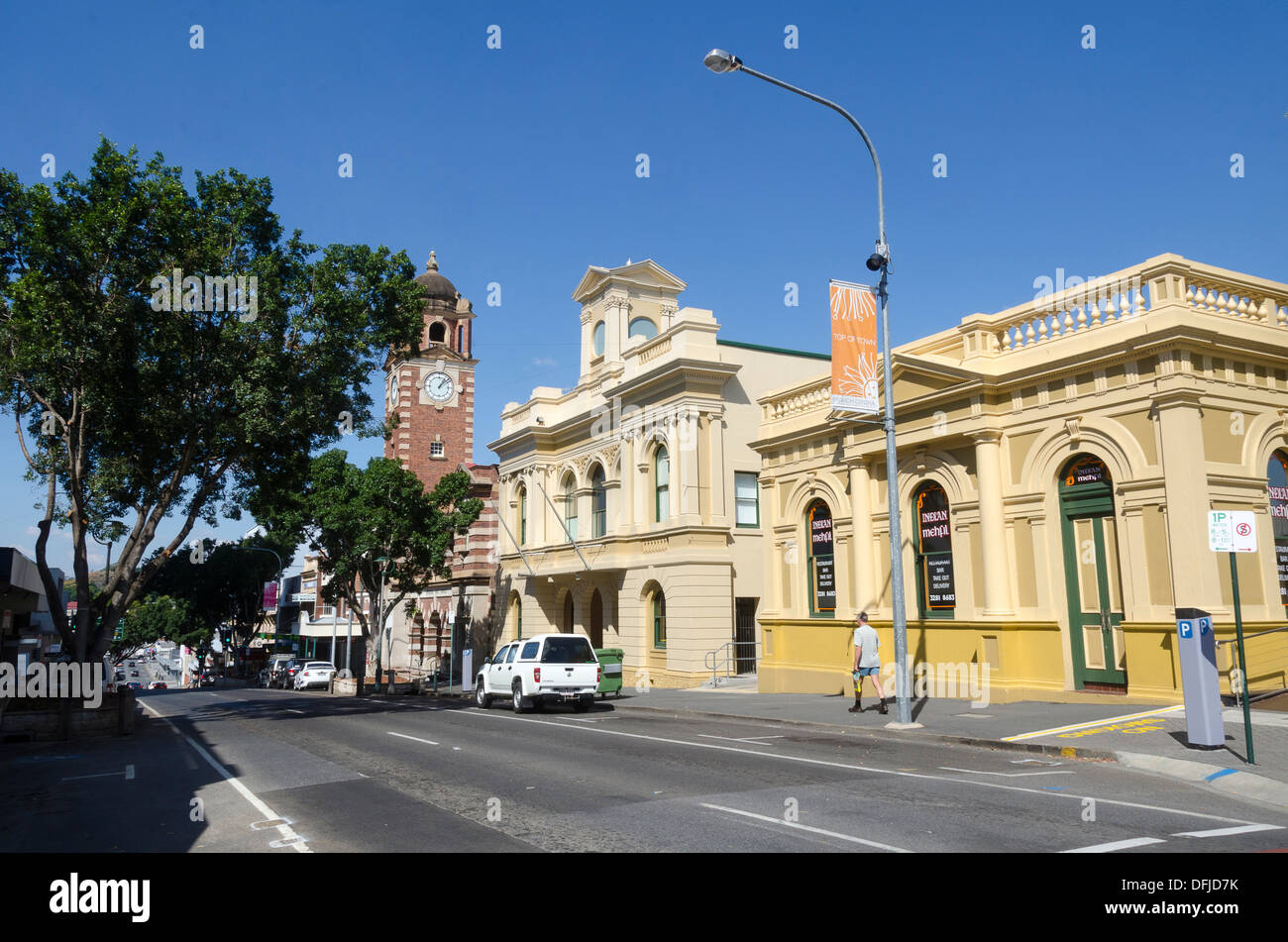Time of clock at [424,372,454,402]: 1:08
